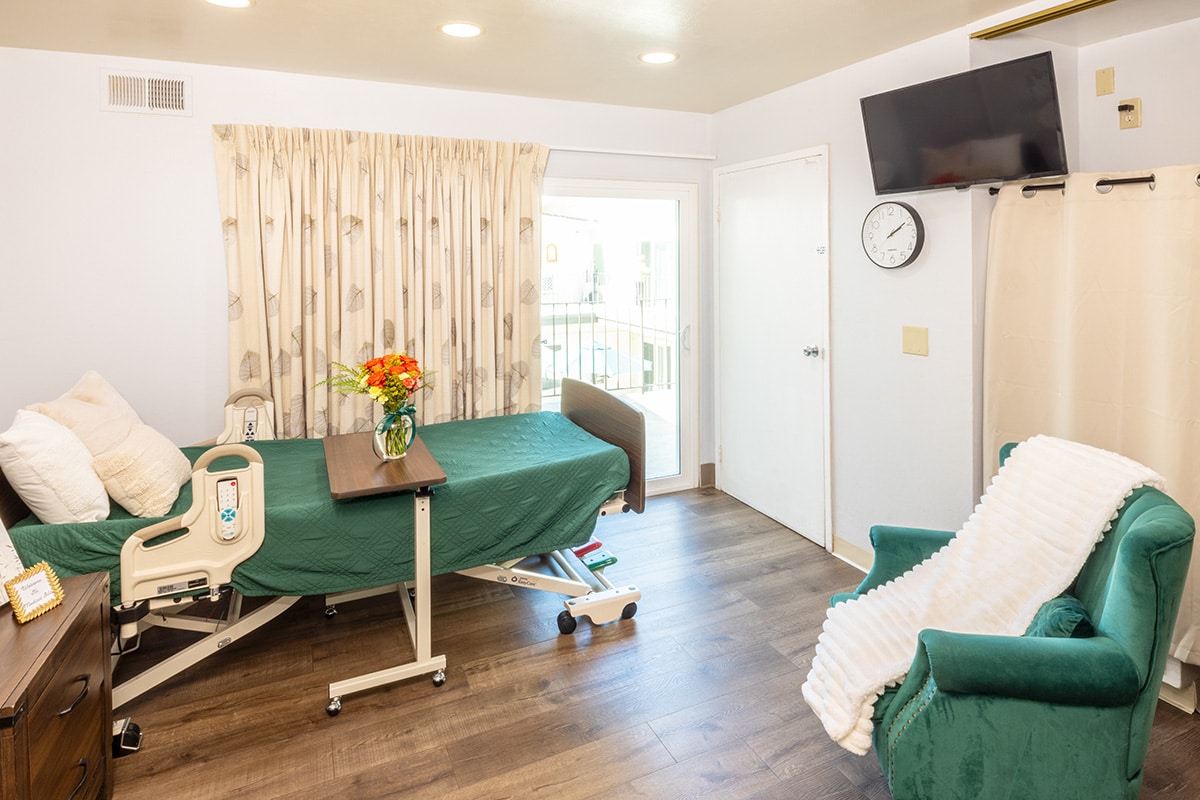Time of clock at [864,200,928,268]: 2:09
